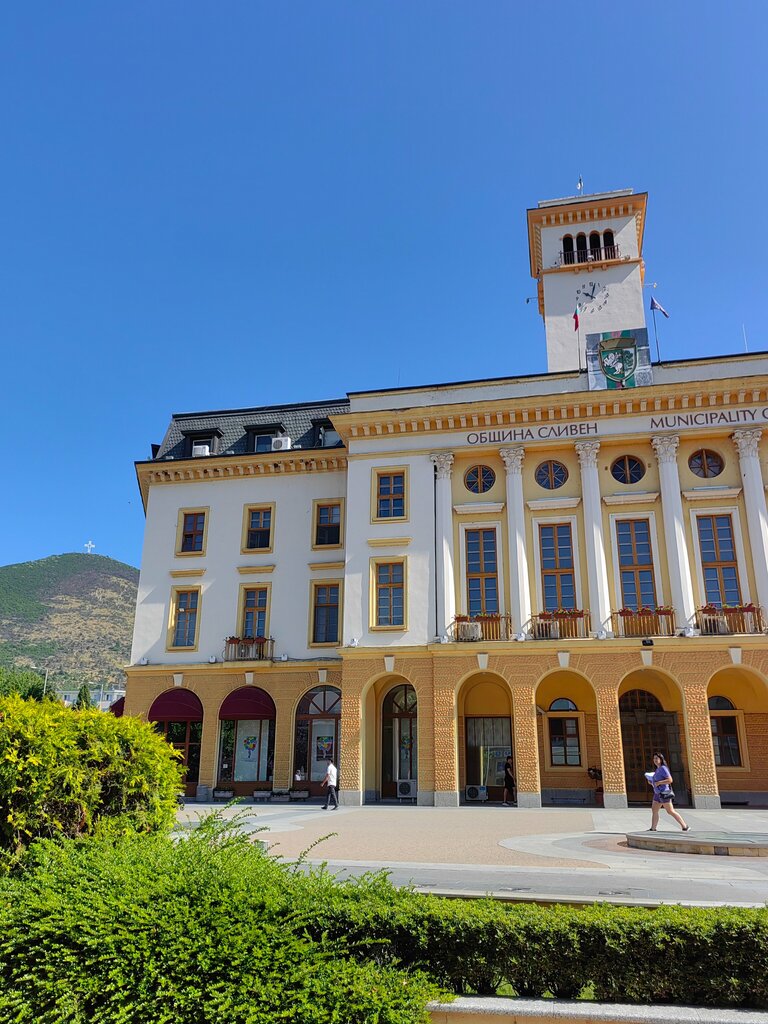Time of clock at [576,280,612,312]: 10:02
